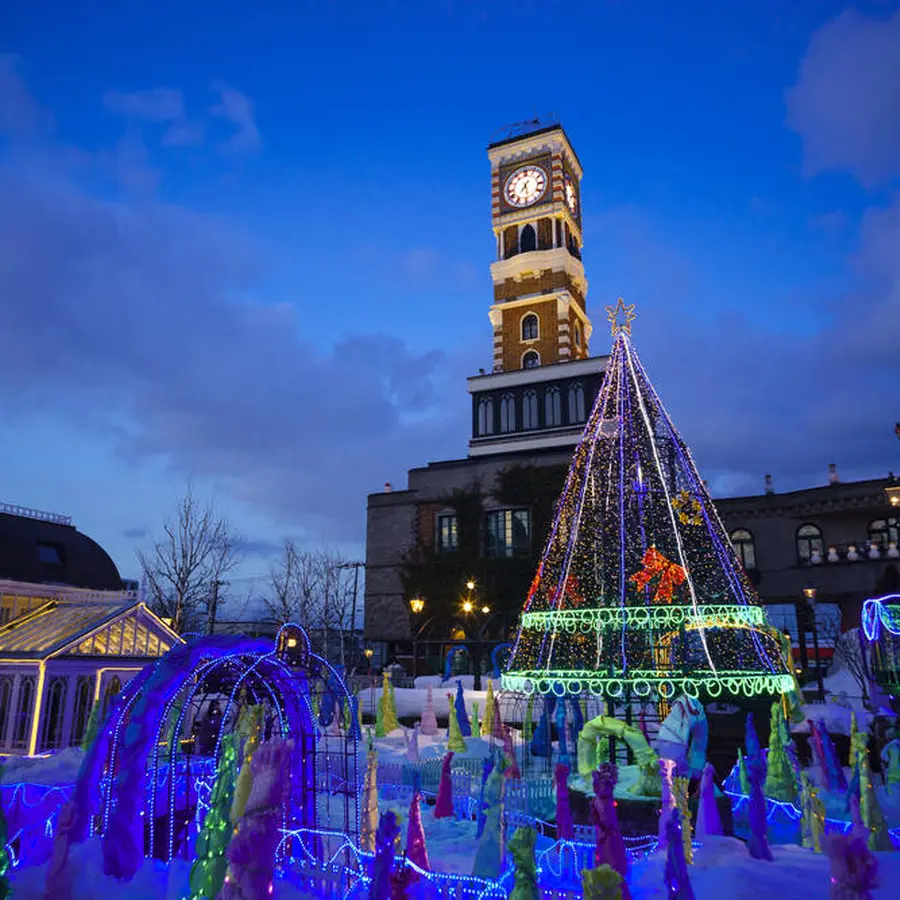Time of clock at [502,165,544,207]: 7:28
